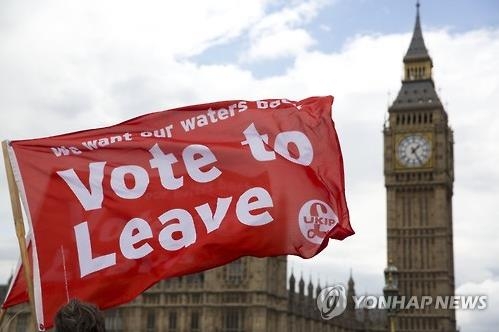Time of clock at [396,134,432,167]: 1:25
